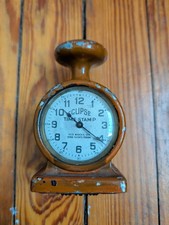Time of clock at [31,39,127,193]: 10:21
